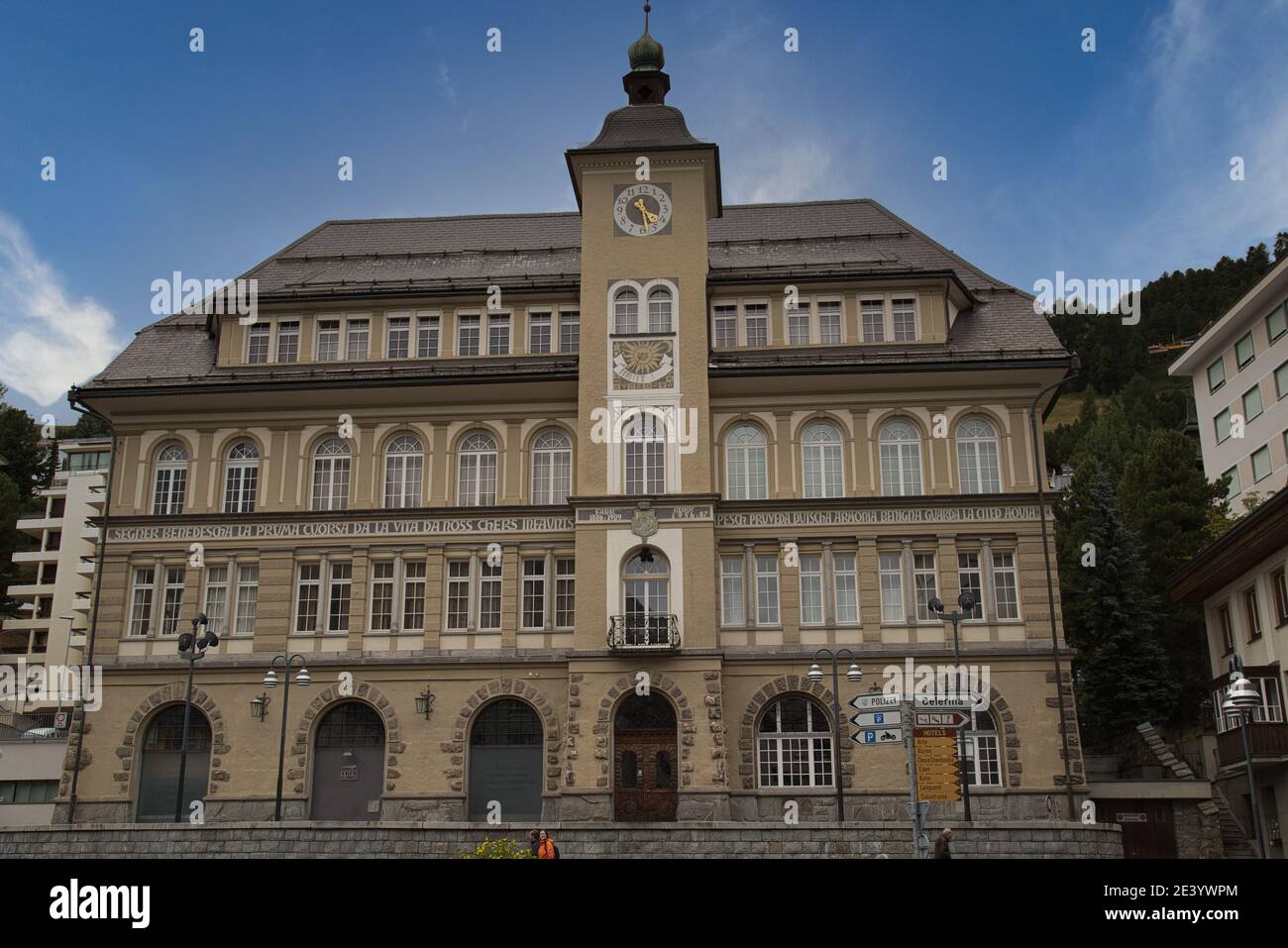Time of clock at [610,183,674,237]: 4:28
